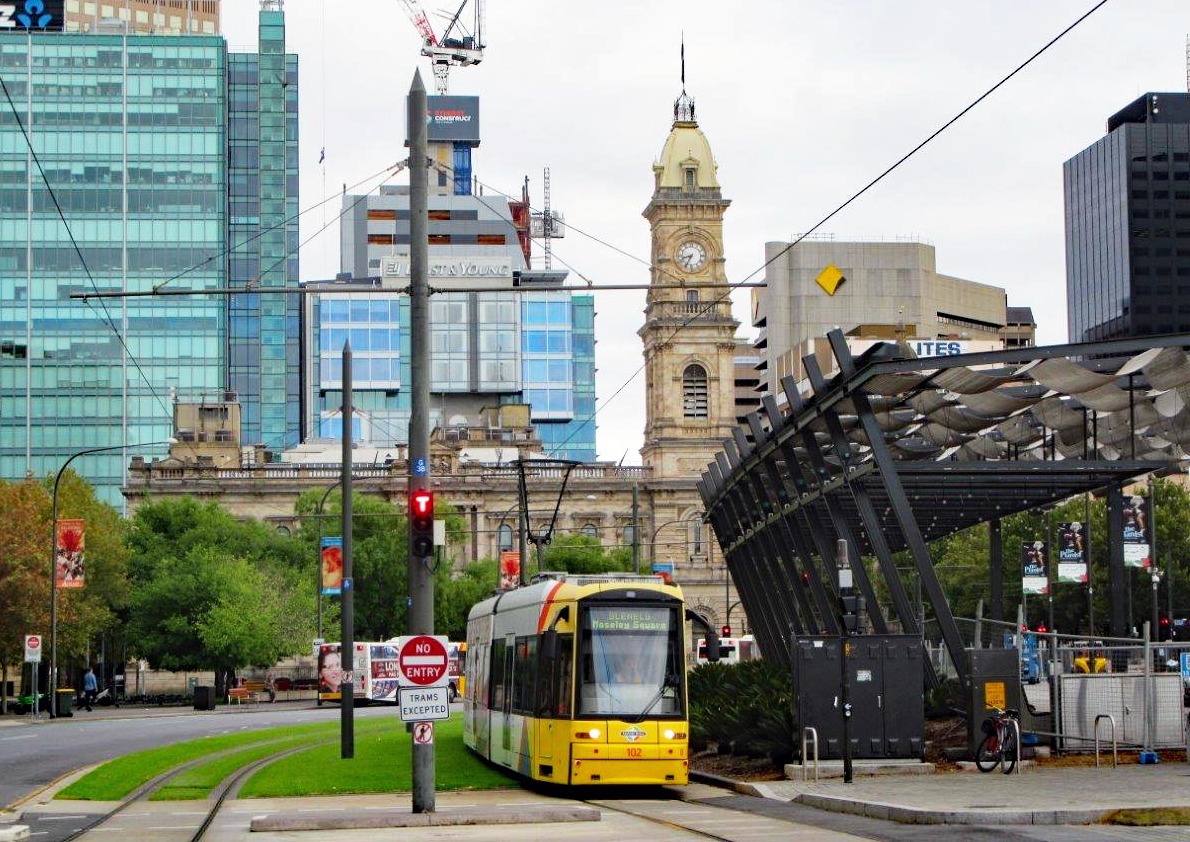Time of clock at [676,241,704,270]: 8:34
